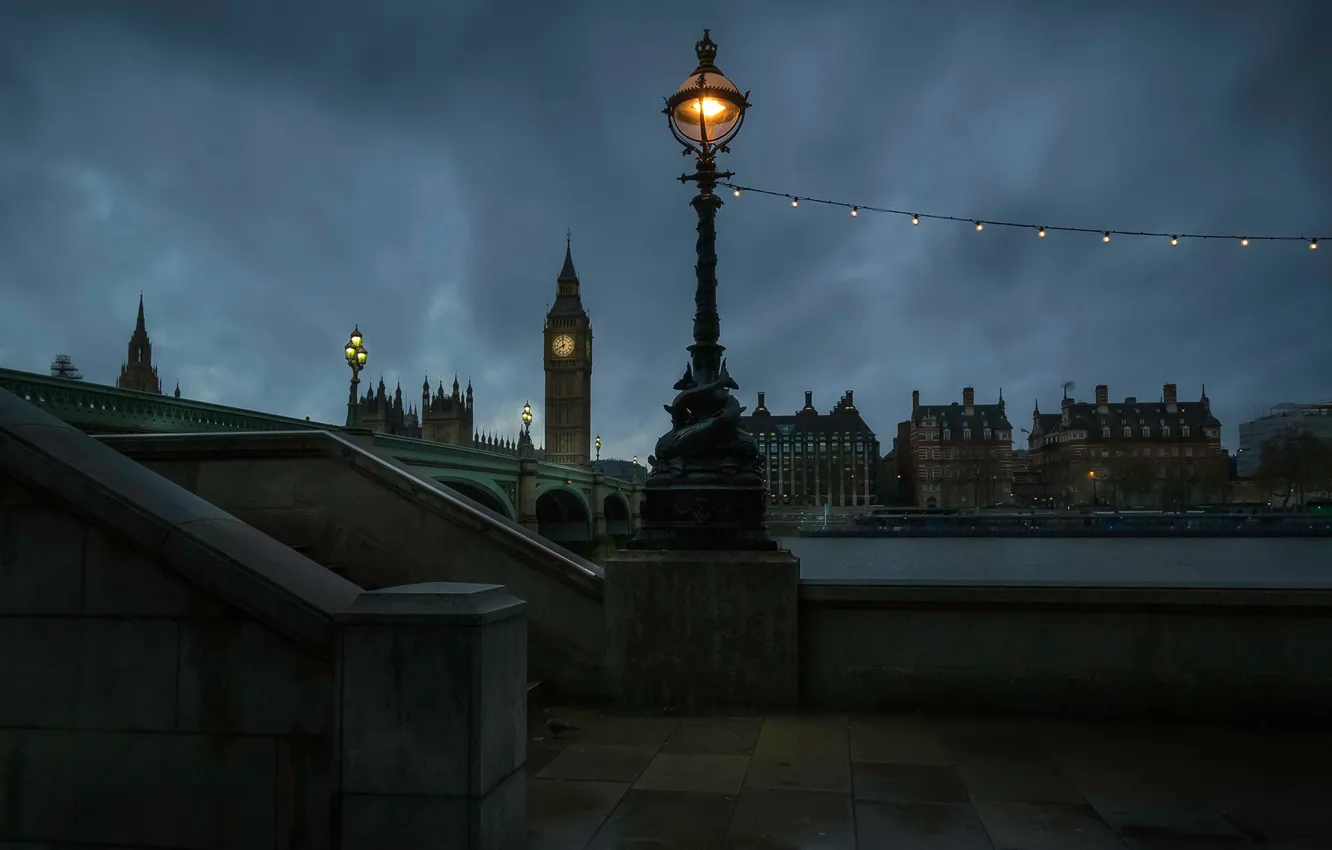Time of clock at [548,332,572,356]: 7:58
